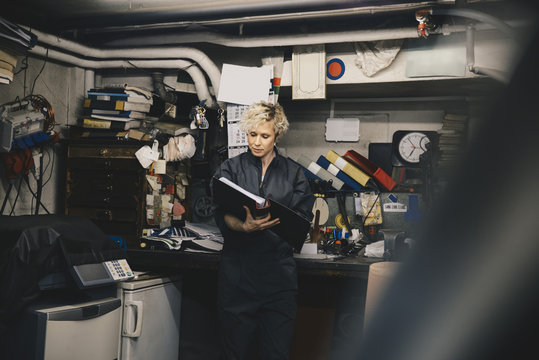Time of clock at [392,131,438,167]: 6:53
